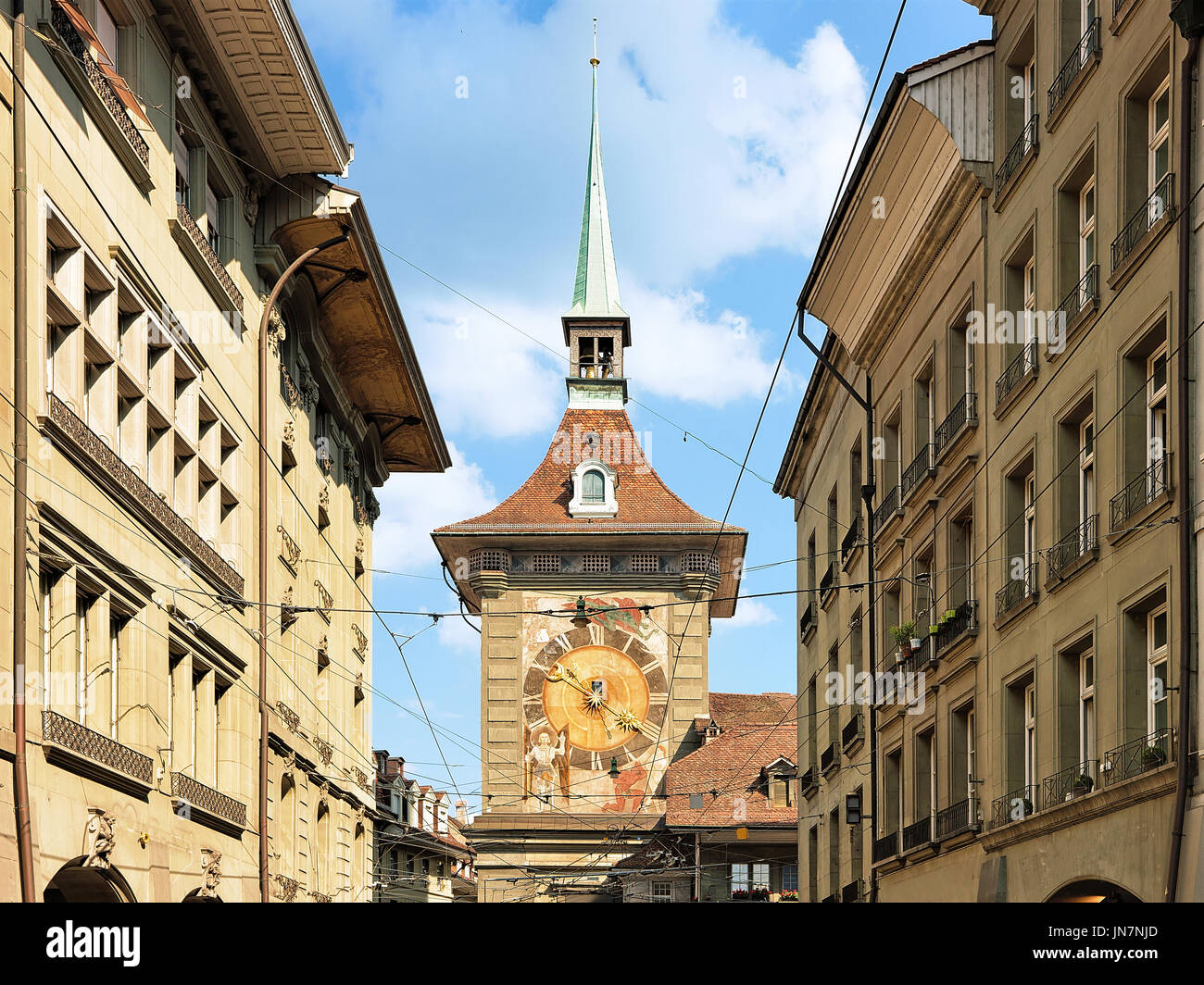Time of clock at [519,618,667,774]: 10:20
